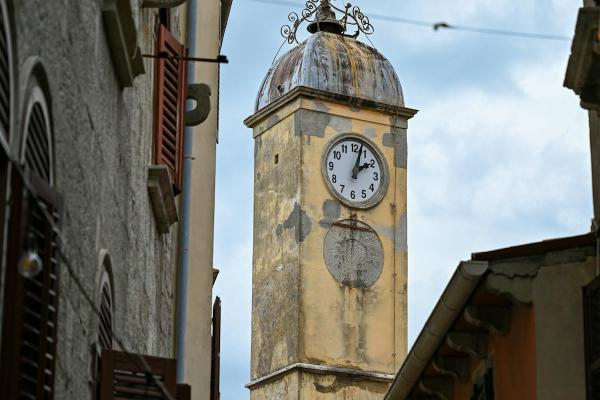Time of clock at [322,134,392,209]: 2:02
